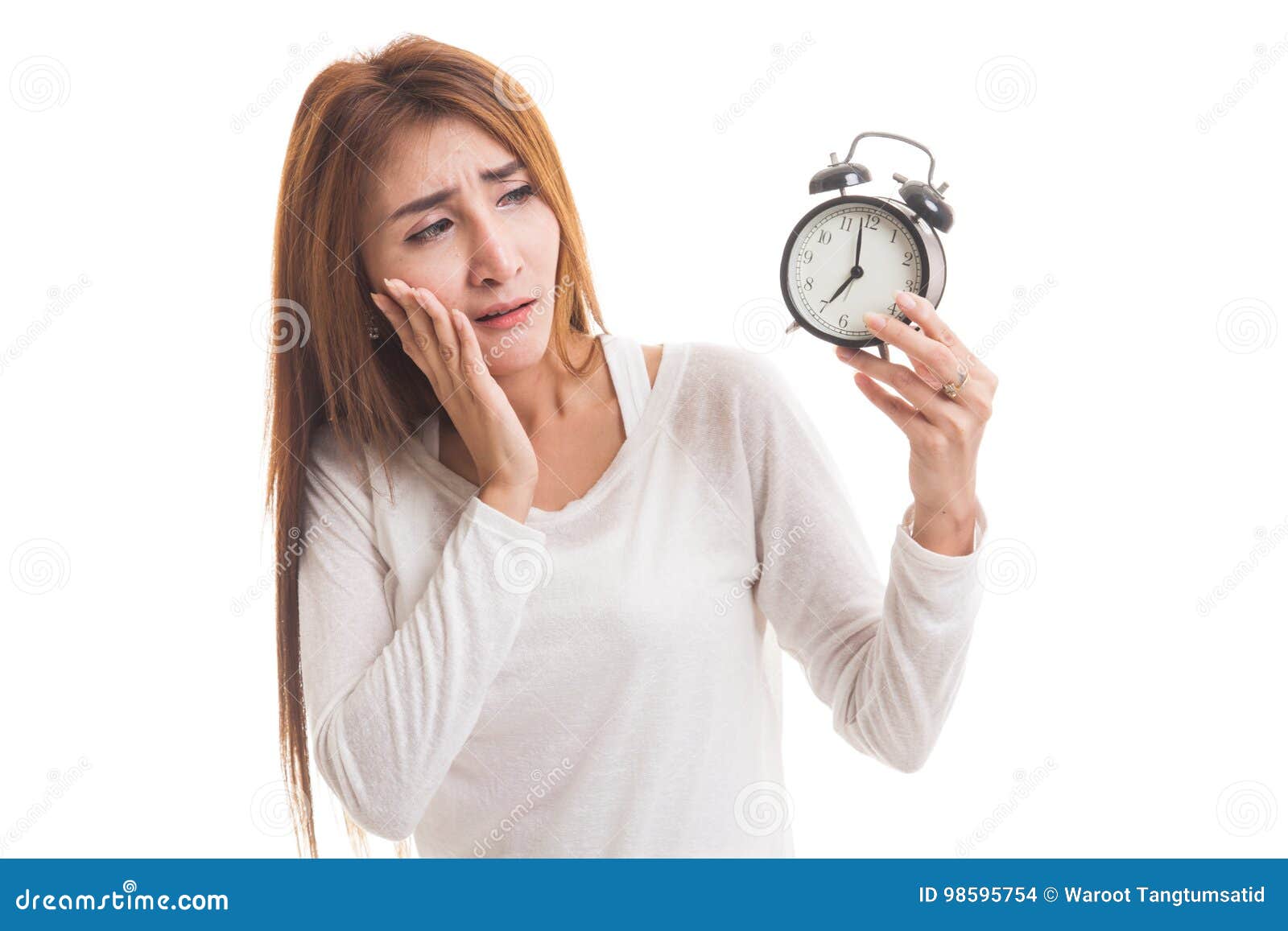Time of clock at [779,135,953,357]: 6:58
